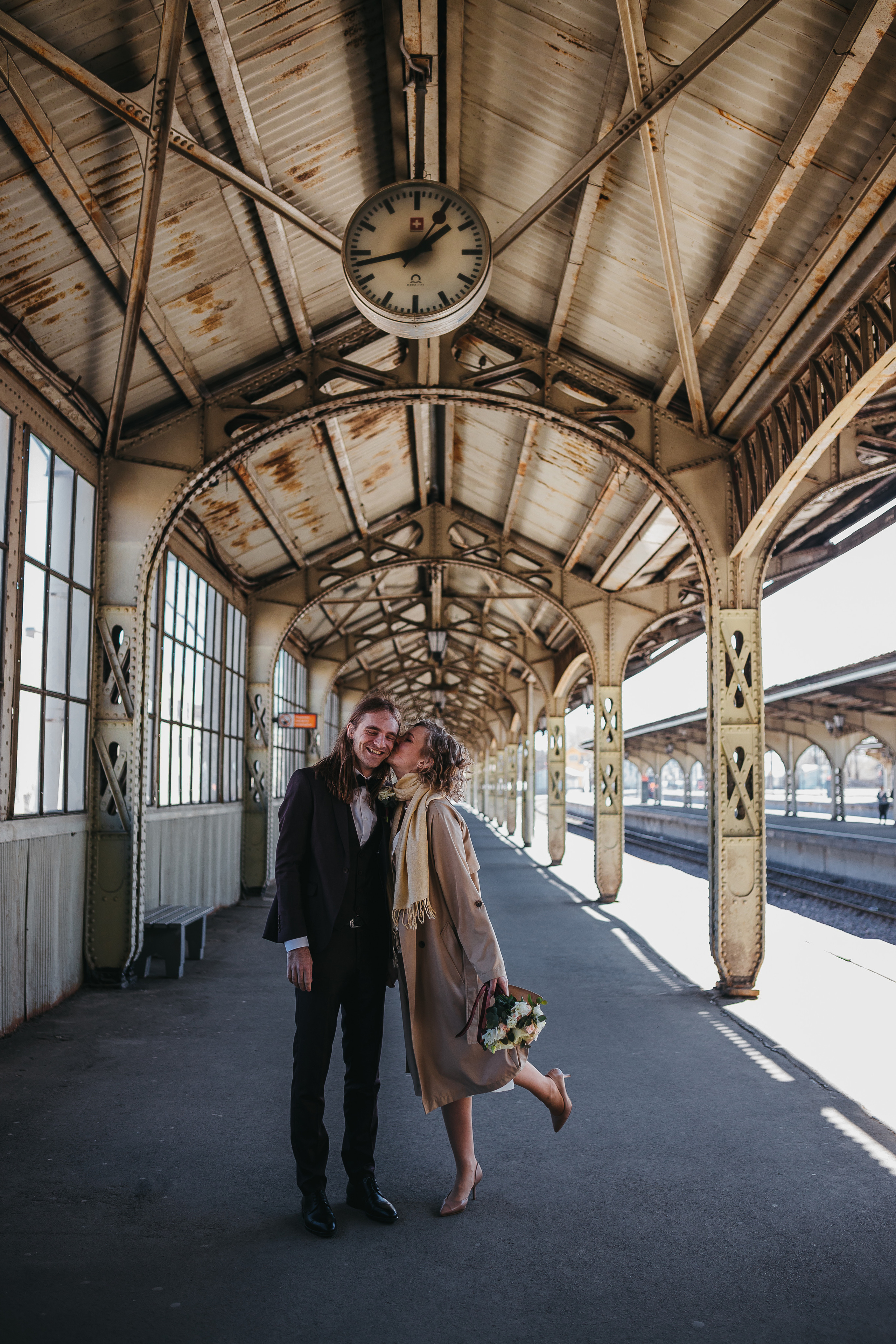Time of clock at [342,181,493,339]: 1:43
